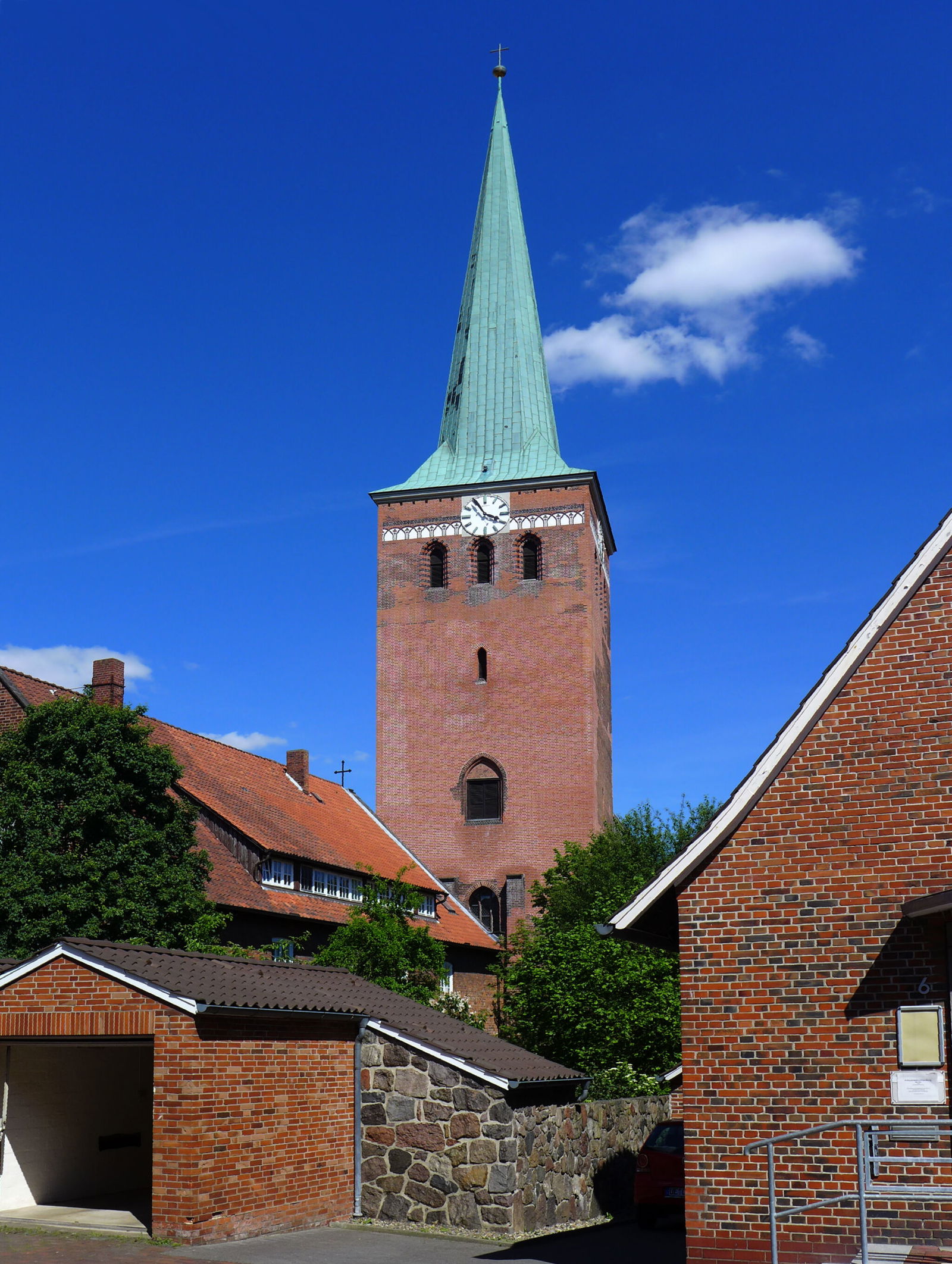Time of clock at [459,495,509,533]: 3:55
